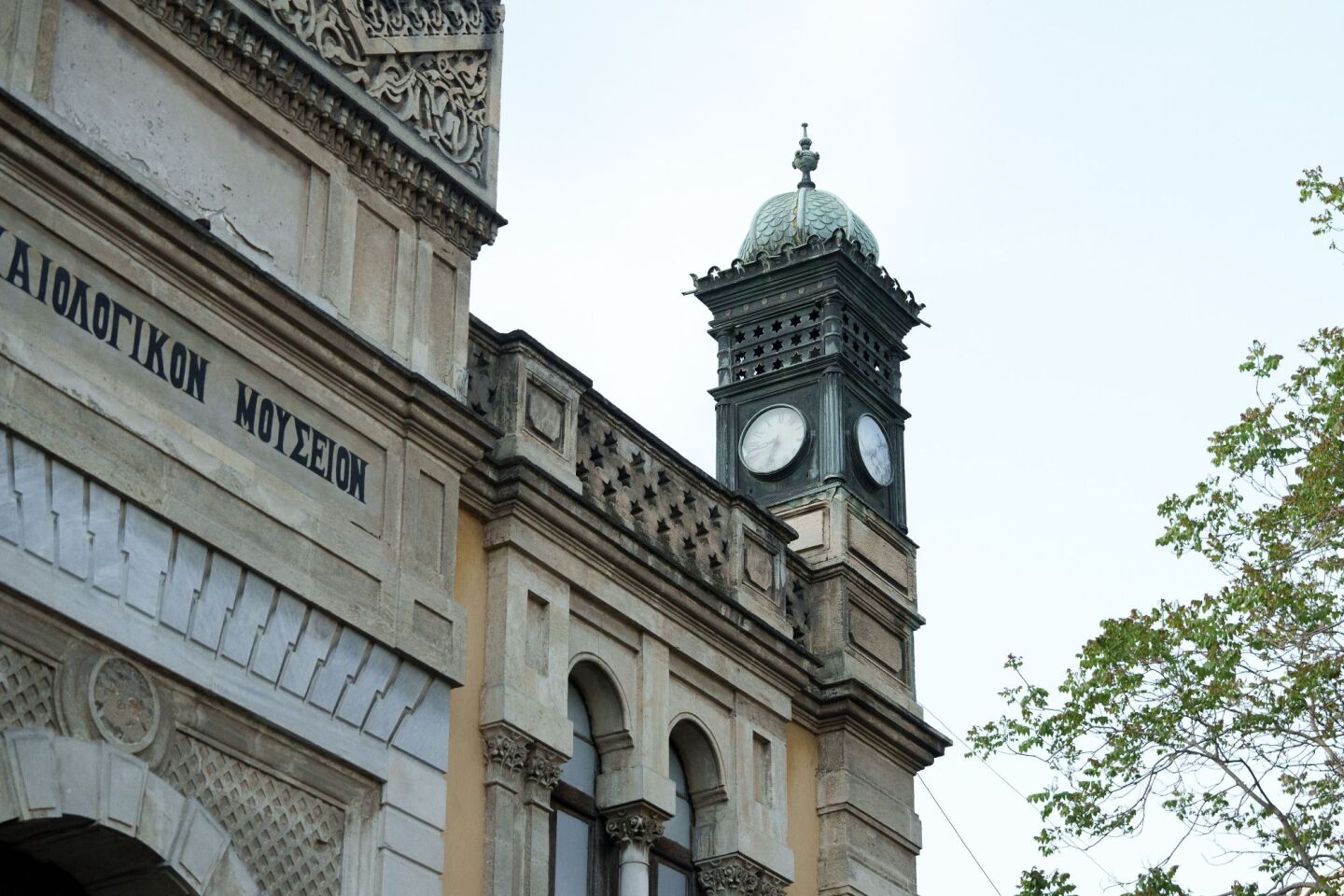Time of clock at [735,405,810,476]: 8:32
